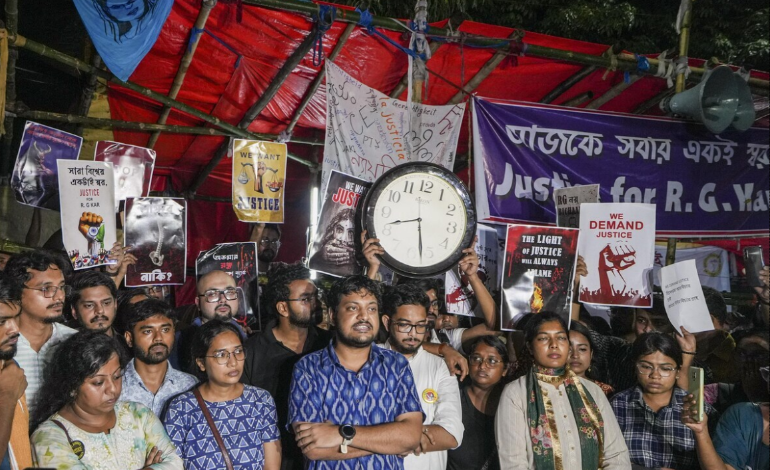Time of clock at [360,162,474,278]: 8:27
